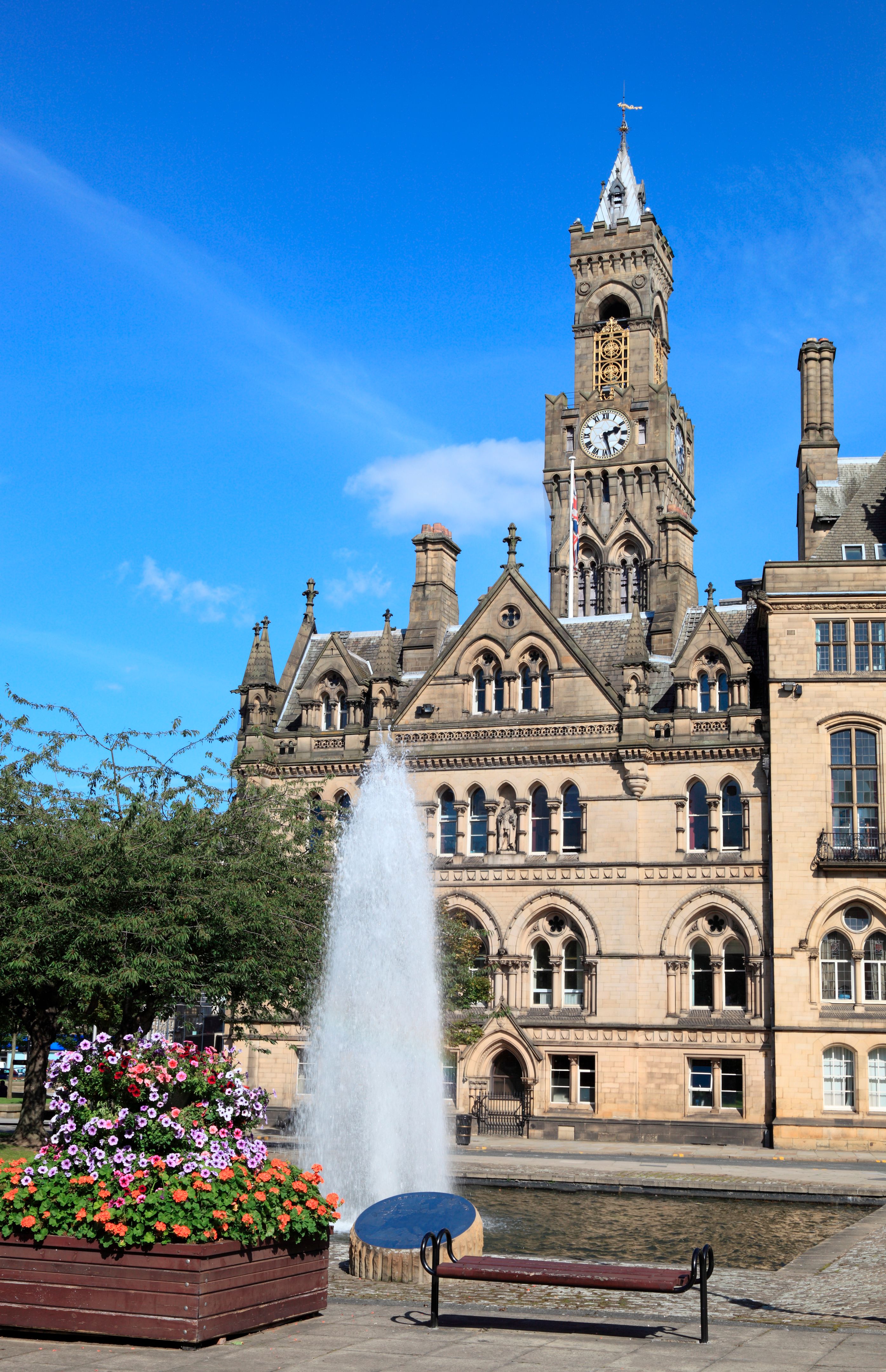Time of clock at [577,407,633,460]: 2:27
